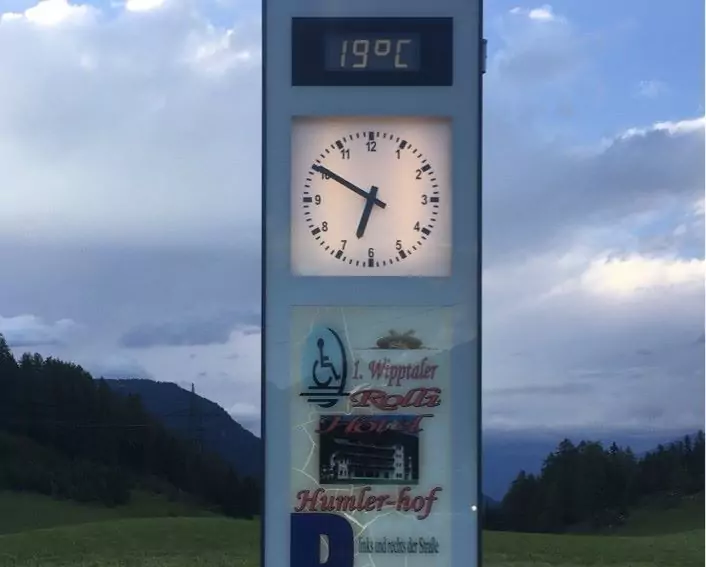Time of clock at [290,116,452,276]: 6:50
